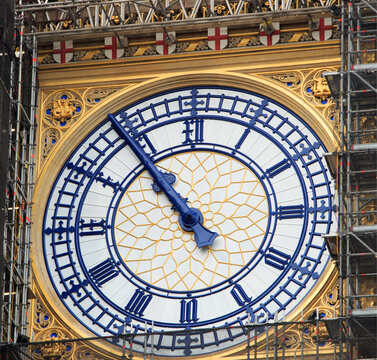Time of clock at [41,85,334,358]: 10:54
